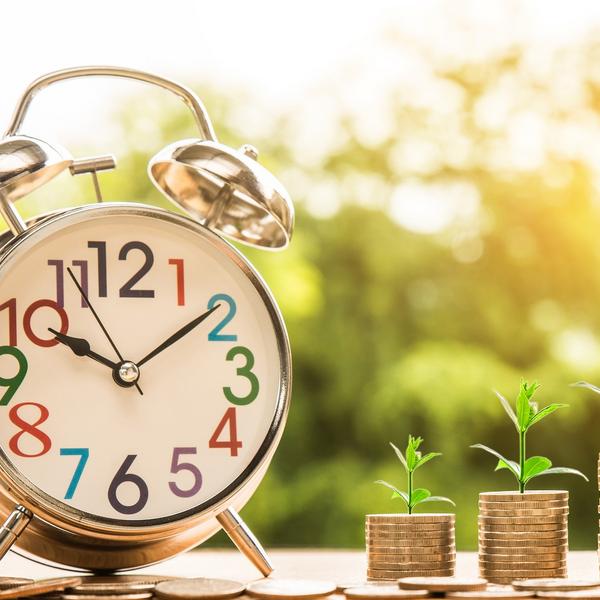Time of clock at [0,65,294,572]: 10:09
